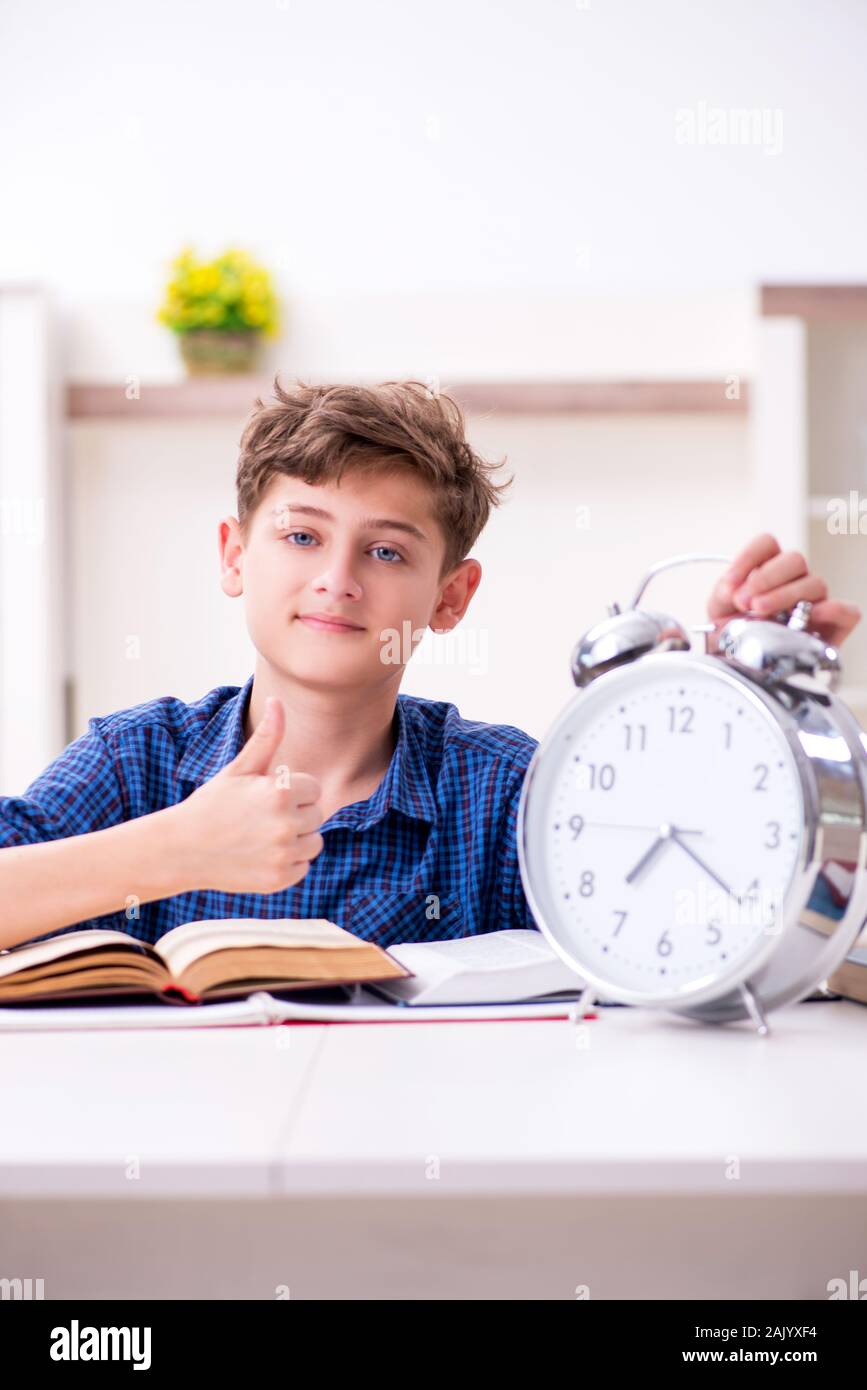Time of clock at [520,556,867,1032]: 7:21
